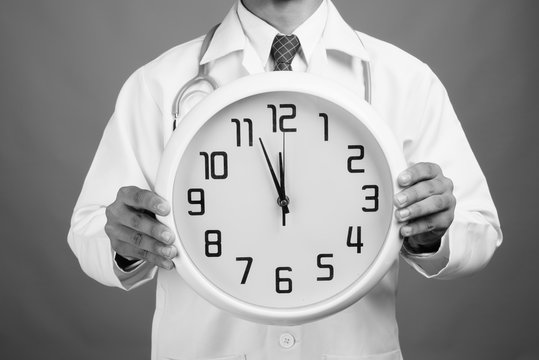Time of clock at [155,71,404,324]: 11:56
